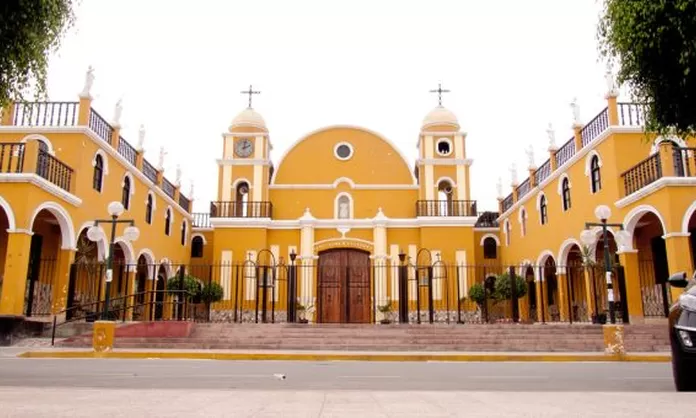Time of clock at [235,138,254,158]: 2:01
